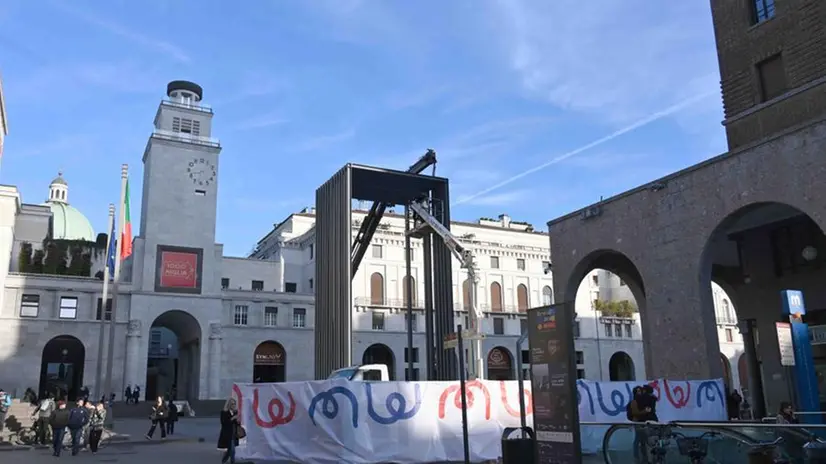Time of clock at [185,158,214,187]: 8:32
